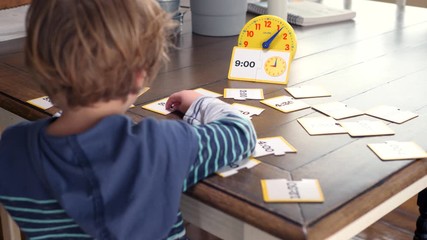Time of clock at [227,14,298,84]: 1:06
